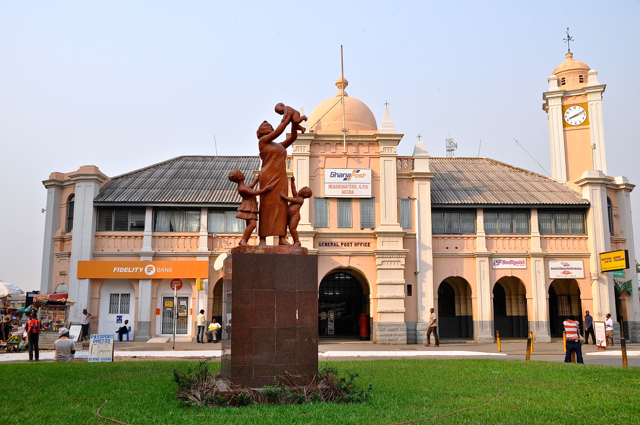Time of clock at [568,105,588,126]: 8:11
